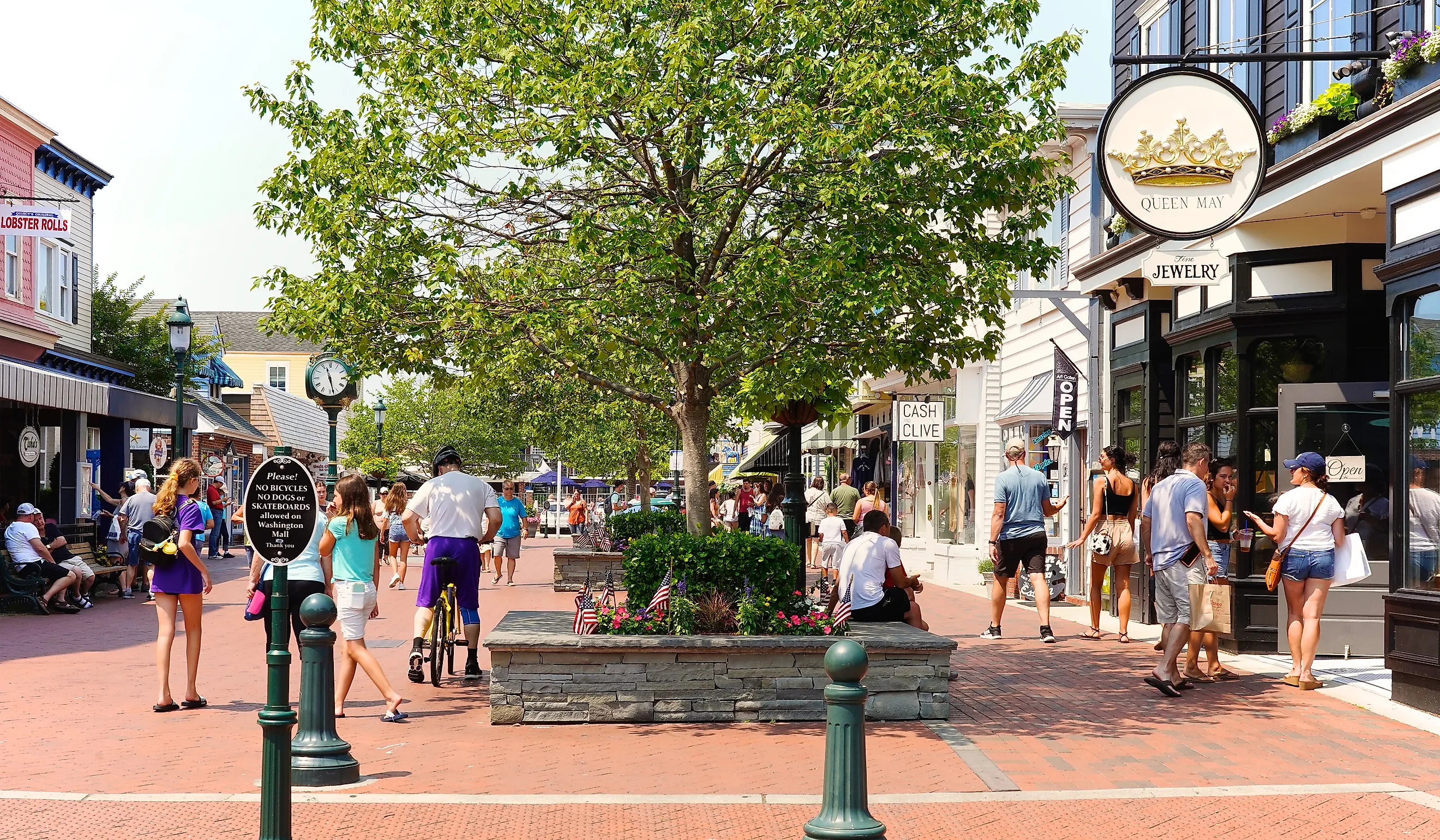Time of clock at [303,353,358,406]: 11:28
